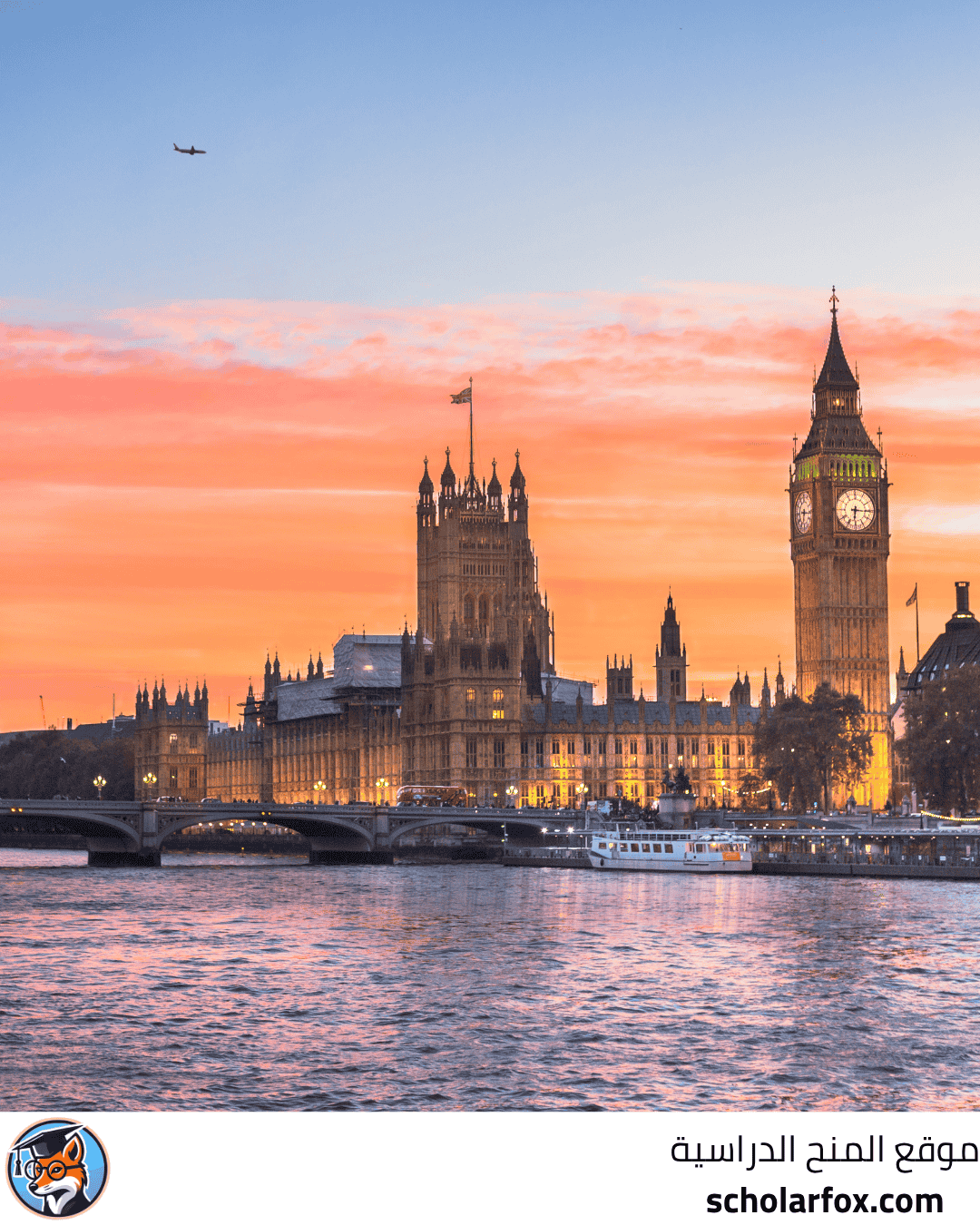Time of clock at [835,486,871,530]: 6:15
